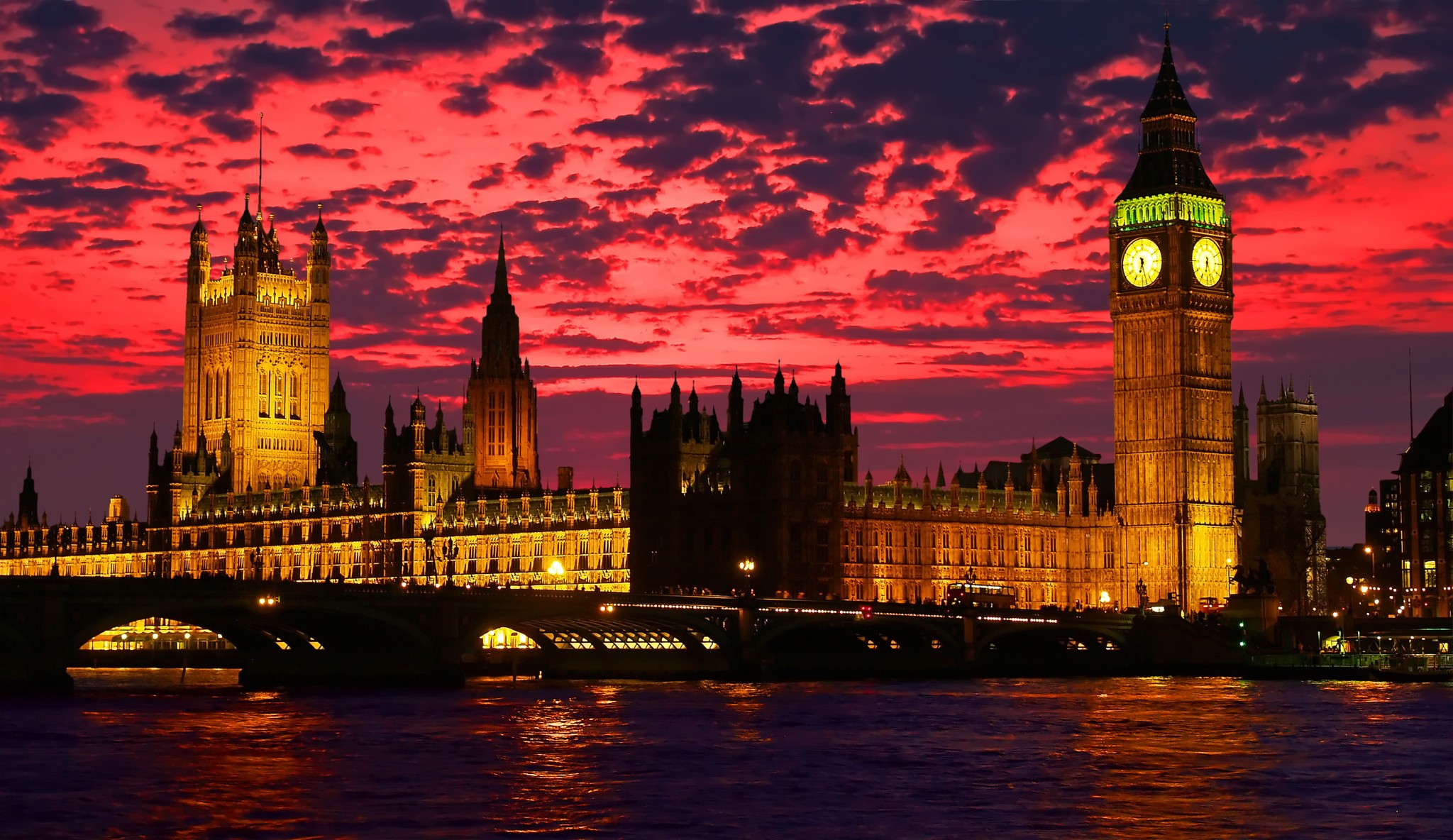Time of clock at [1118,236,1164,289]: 6:27
